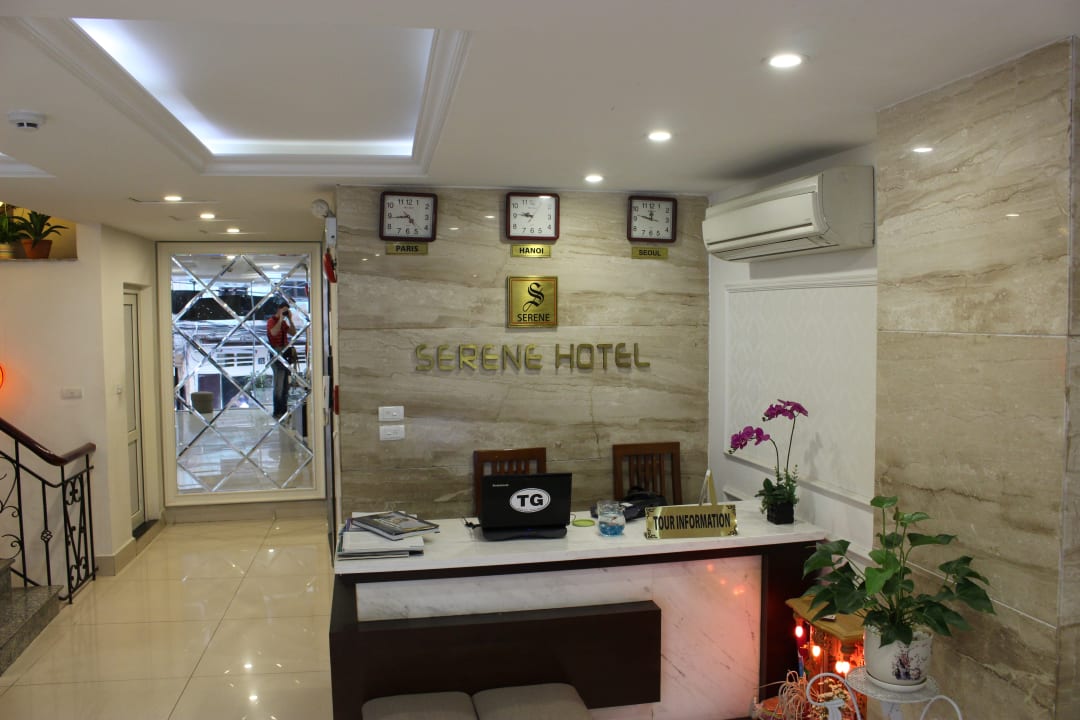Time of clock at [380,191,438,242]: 4:43
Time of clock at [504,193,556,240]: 9:45
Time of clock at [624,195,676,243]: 11:47
